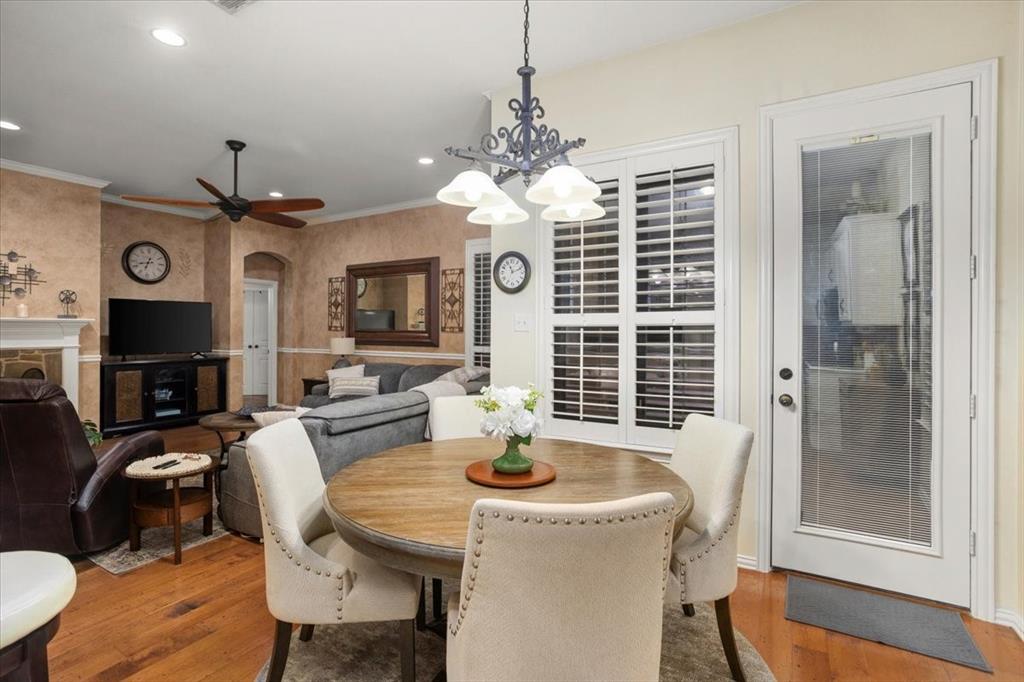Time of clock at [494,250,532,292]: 11:11
